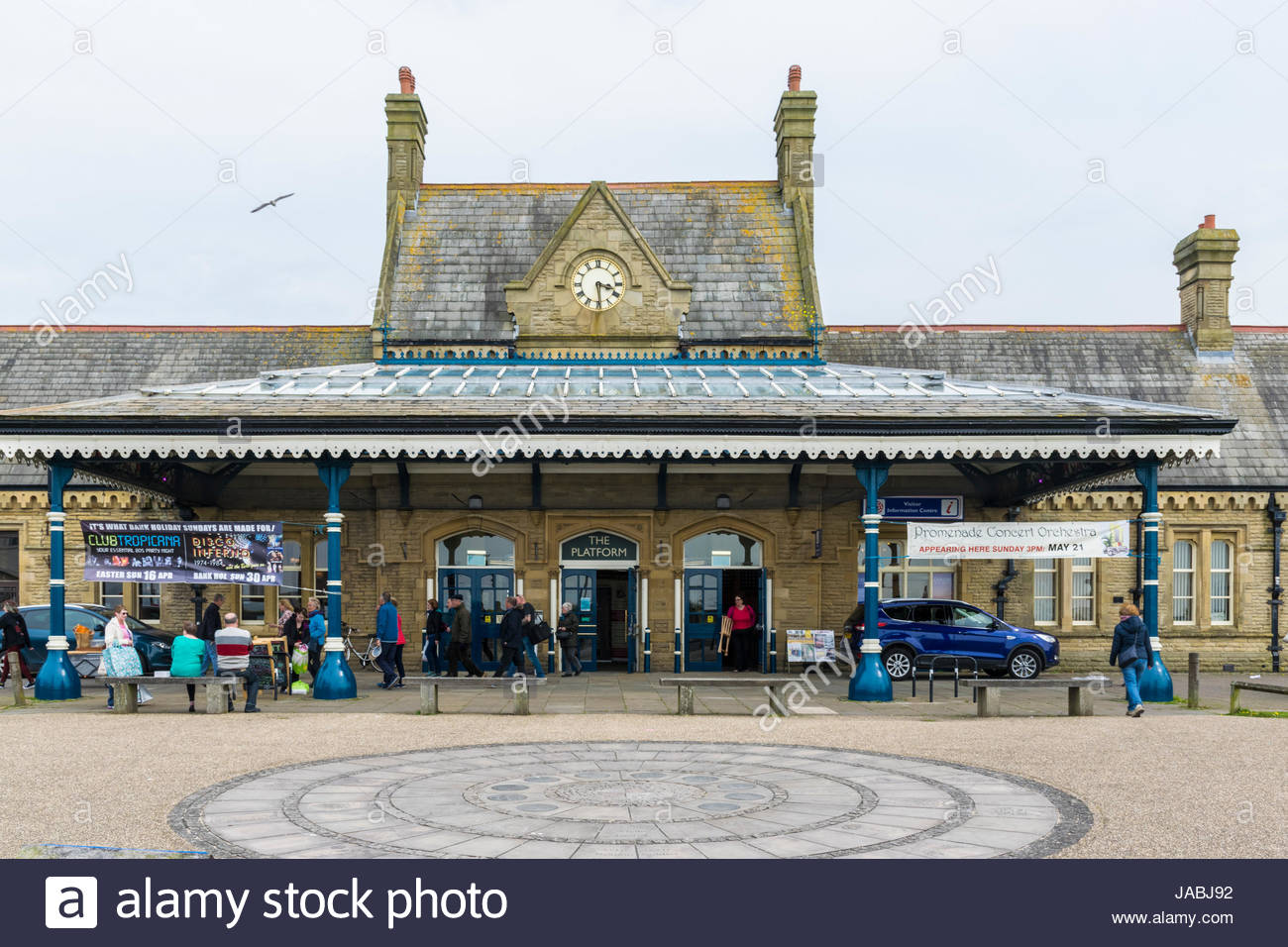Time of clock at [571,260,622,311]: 3:29
